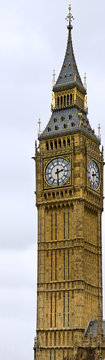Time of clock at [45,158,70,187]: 2:29
